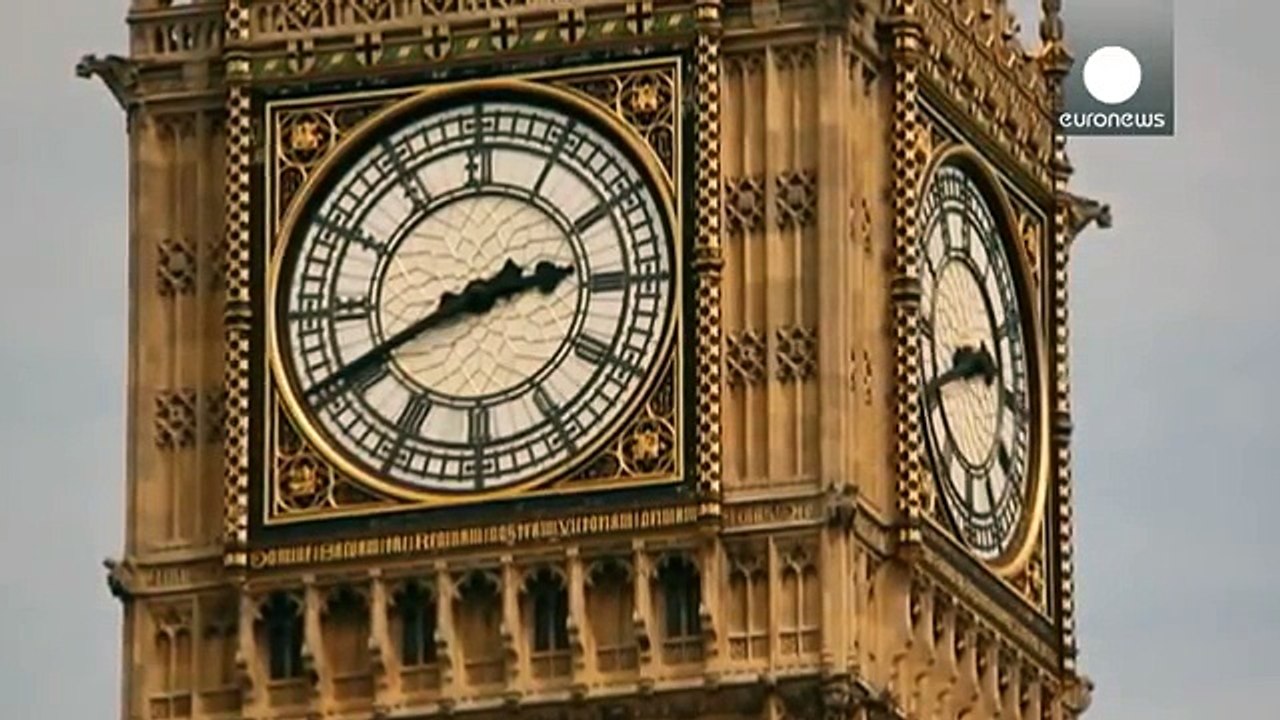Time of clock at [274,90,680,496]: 2:40
